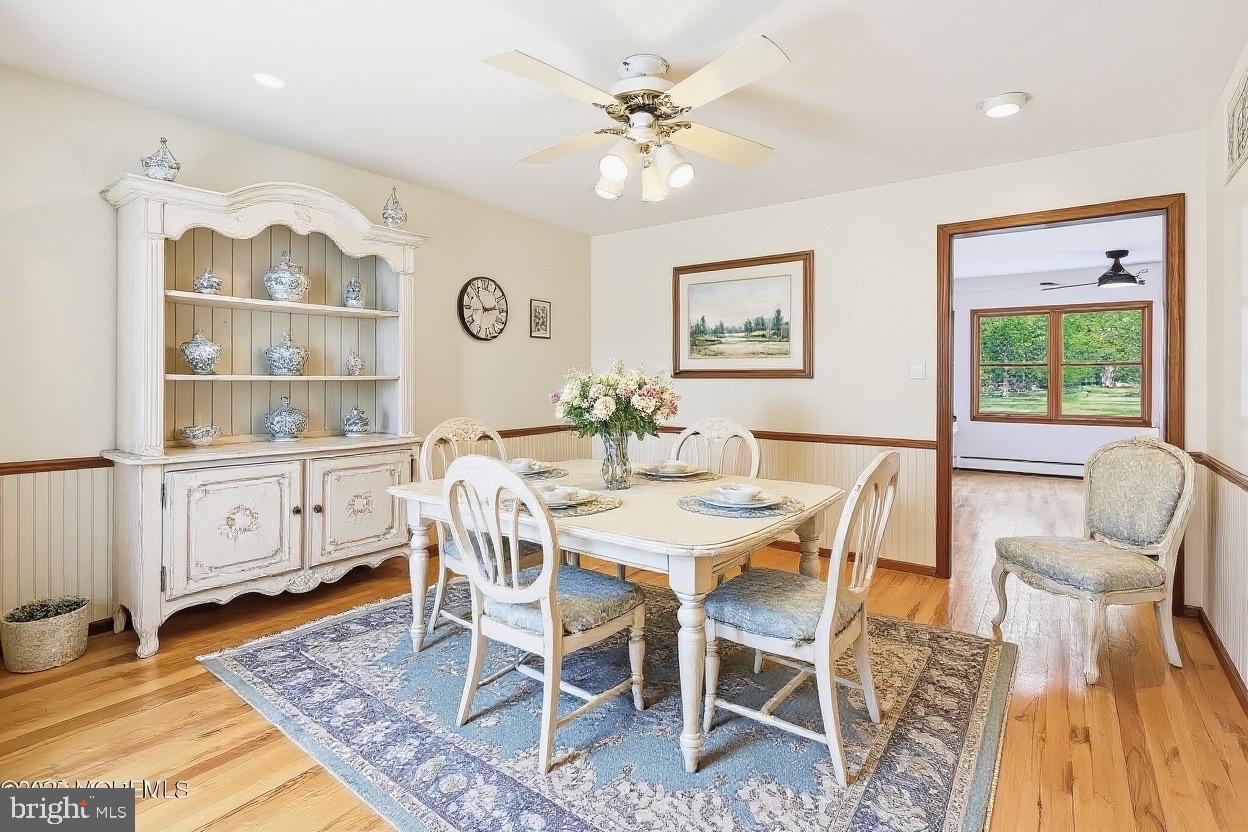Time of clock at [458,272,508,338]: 2:53
